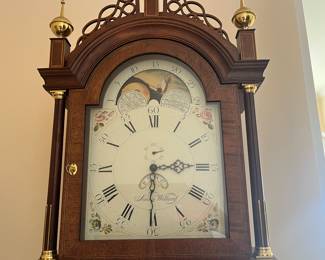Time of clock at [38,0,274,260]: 6:14
